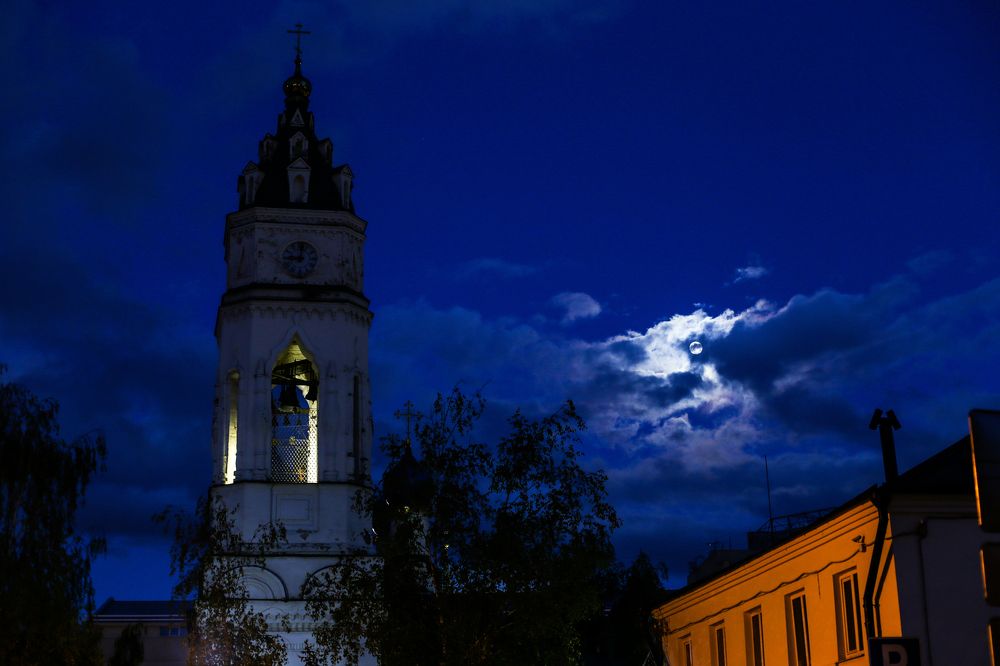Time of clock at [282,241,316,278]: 9:01
